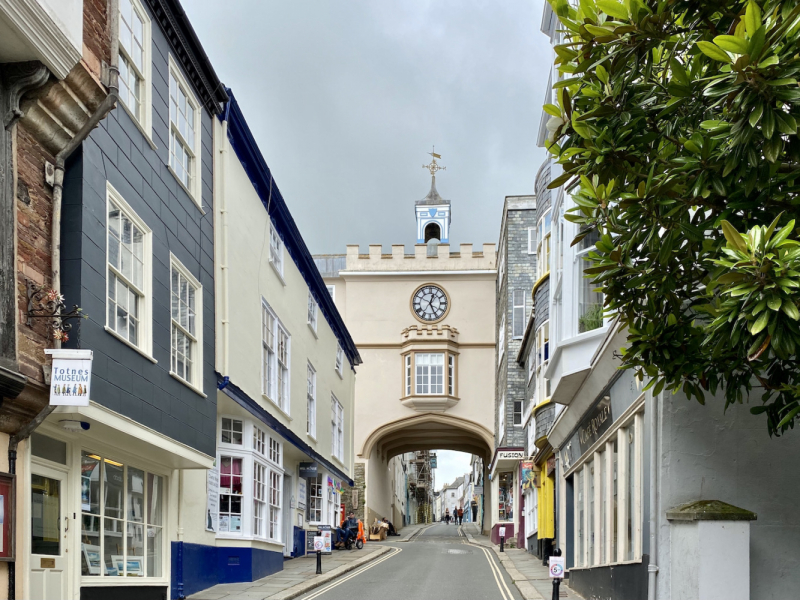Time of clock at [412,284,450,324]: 12:25
